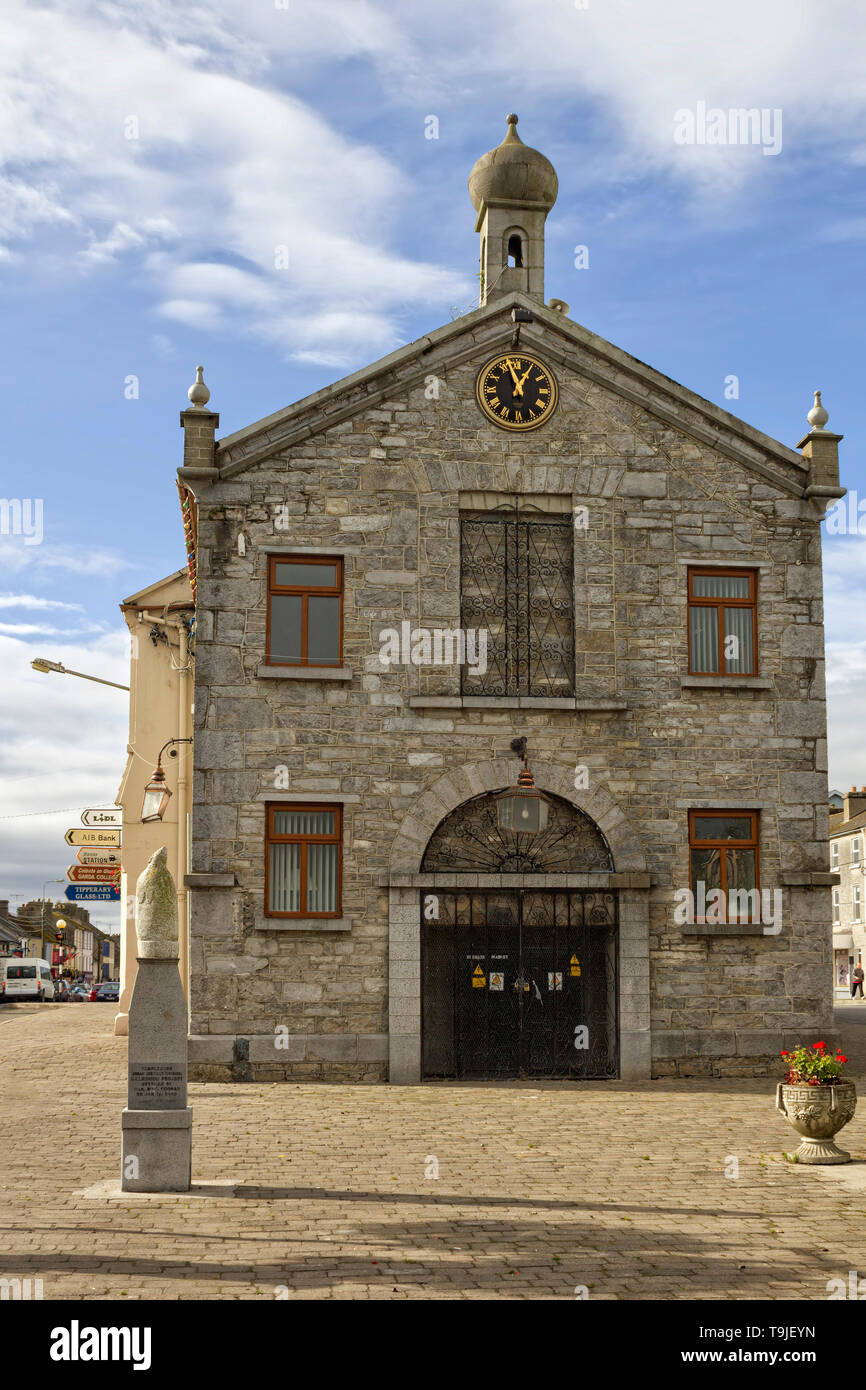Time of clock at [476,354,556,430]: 12:57
